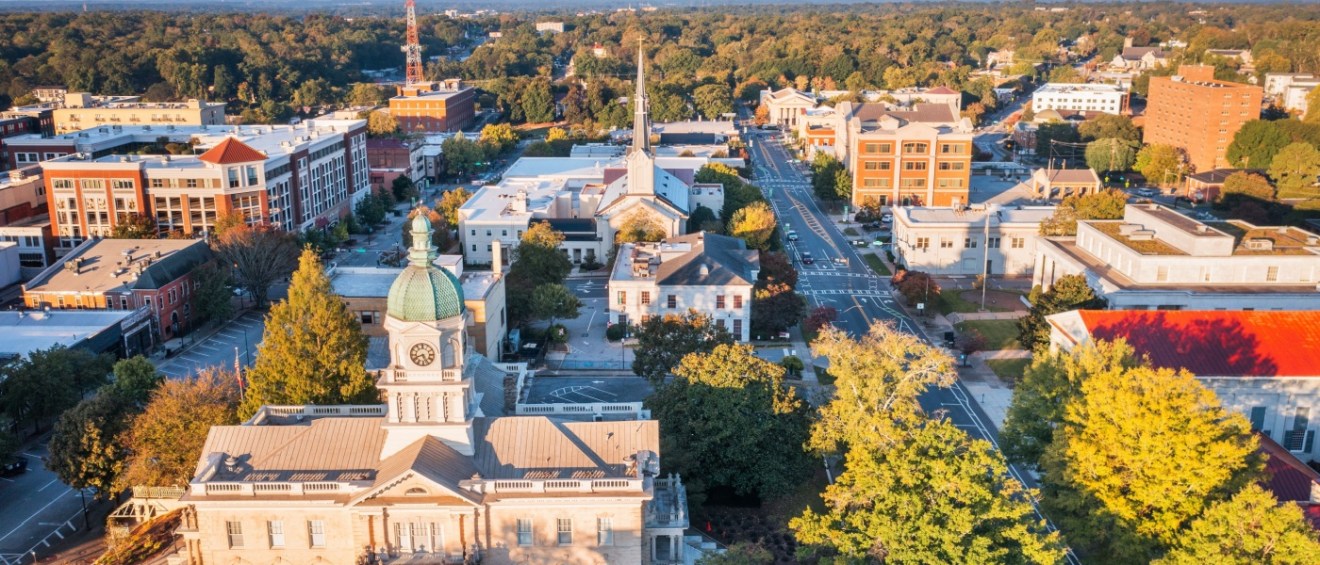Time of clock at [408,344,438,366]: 8:26
